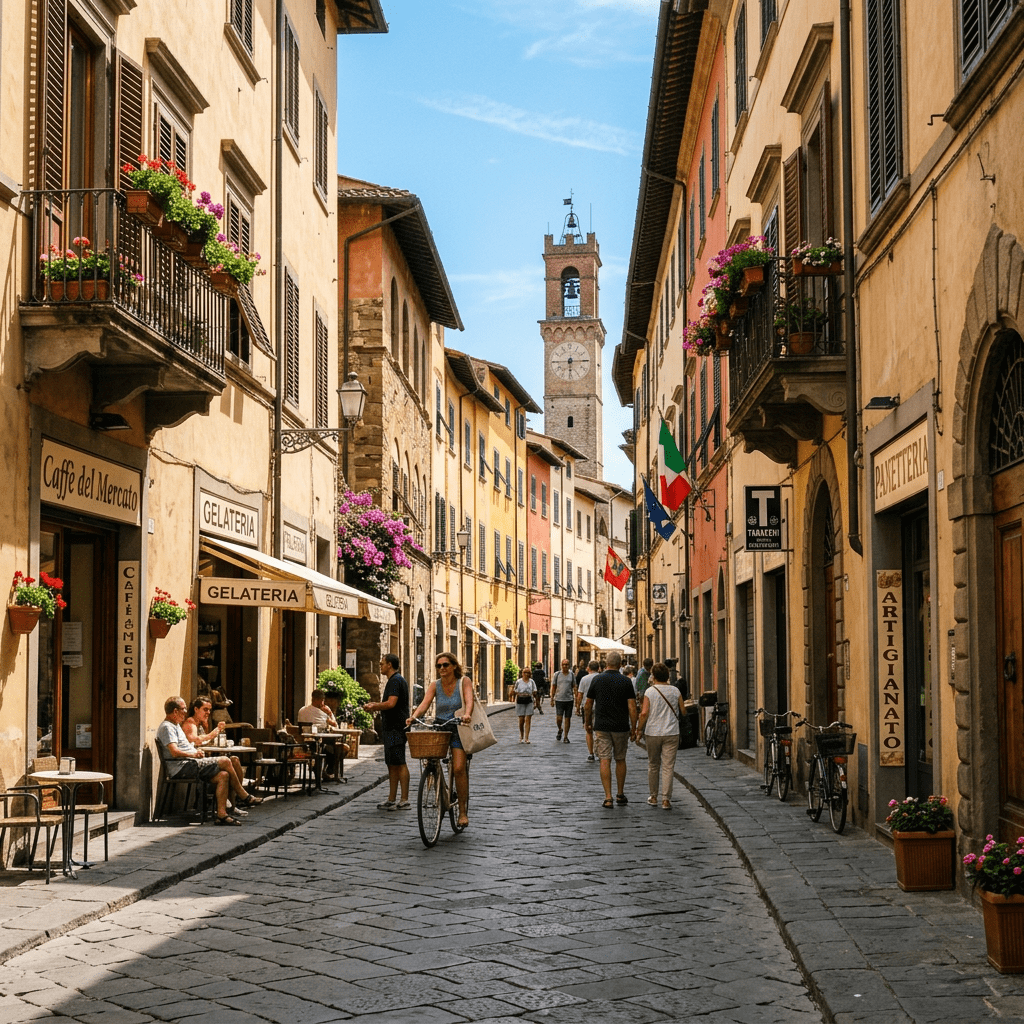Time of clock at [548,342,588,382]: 6:14
